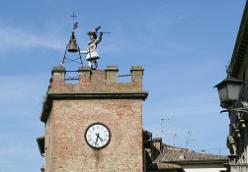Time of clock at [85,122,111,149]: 4:32
